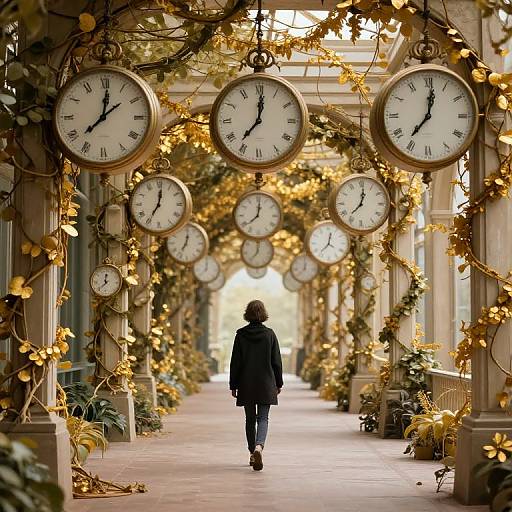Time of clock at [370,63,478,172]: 7:01
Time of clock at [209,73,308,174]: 7:01
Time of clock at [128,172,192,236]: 7:01
